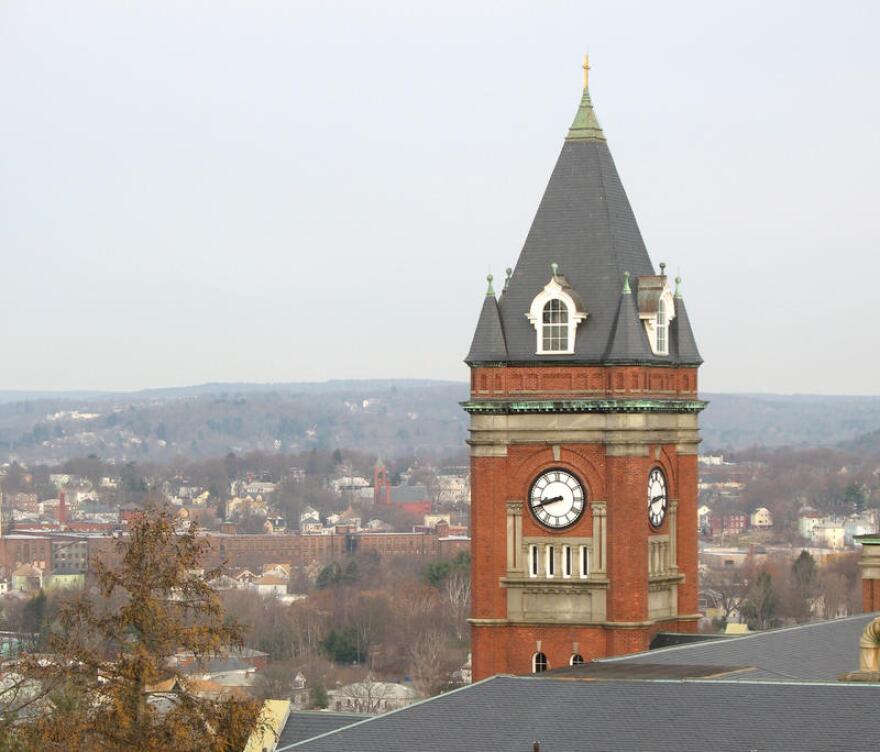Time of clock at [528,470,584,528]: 8:41
